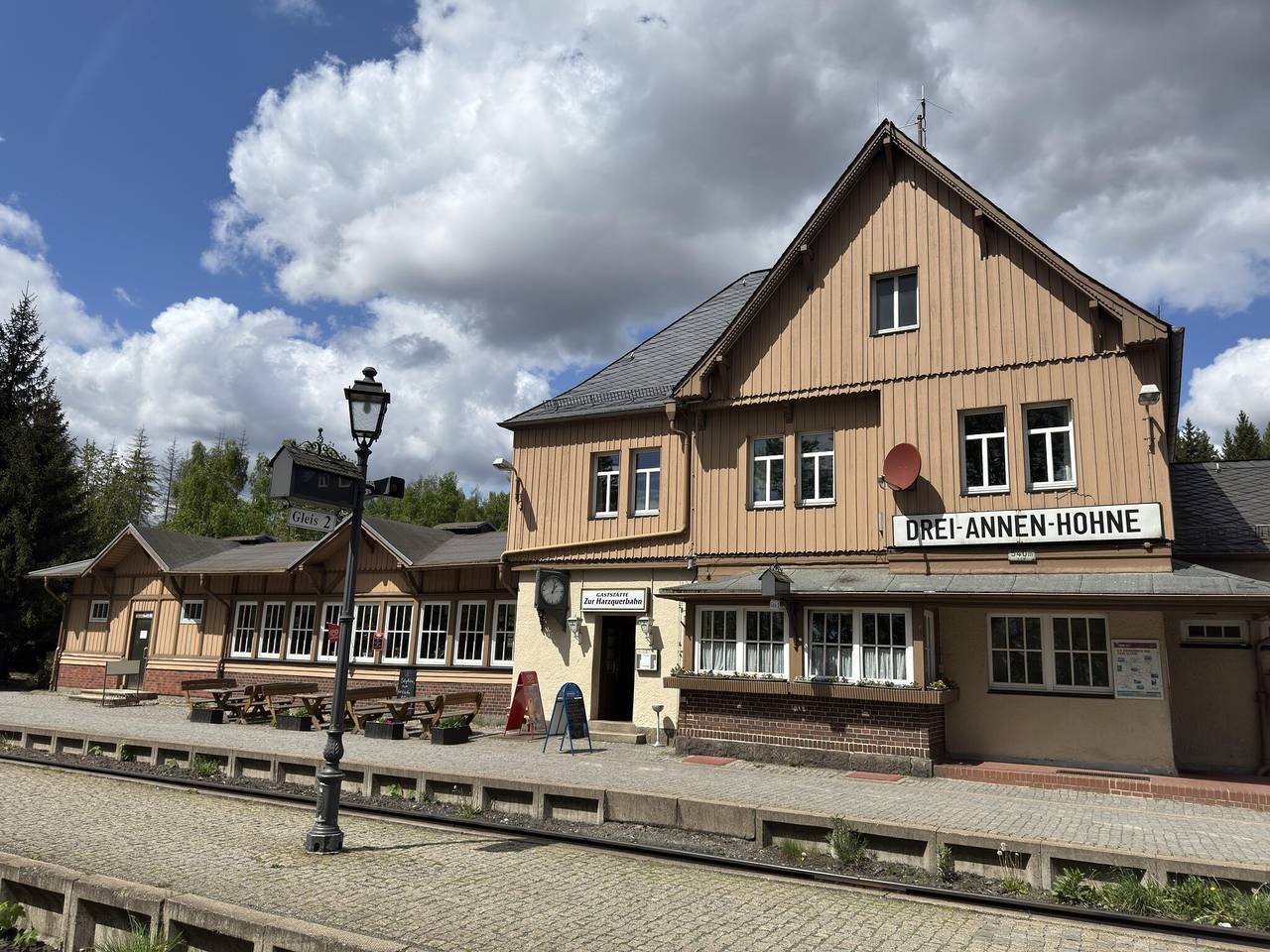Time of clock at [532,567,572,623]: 1:02
